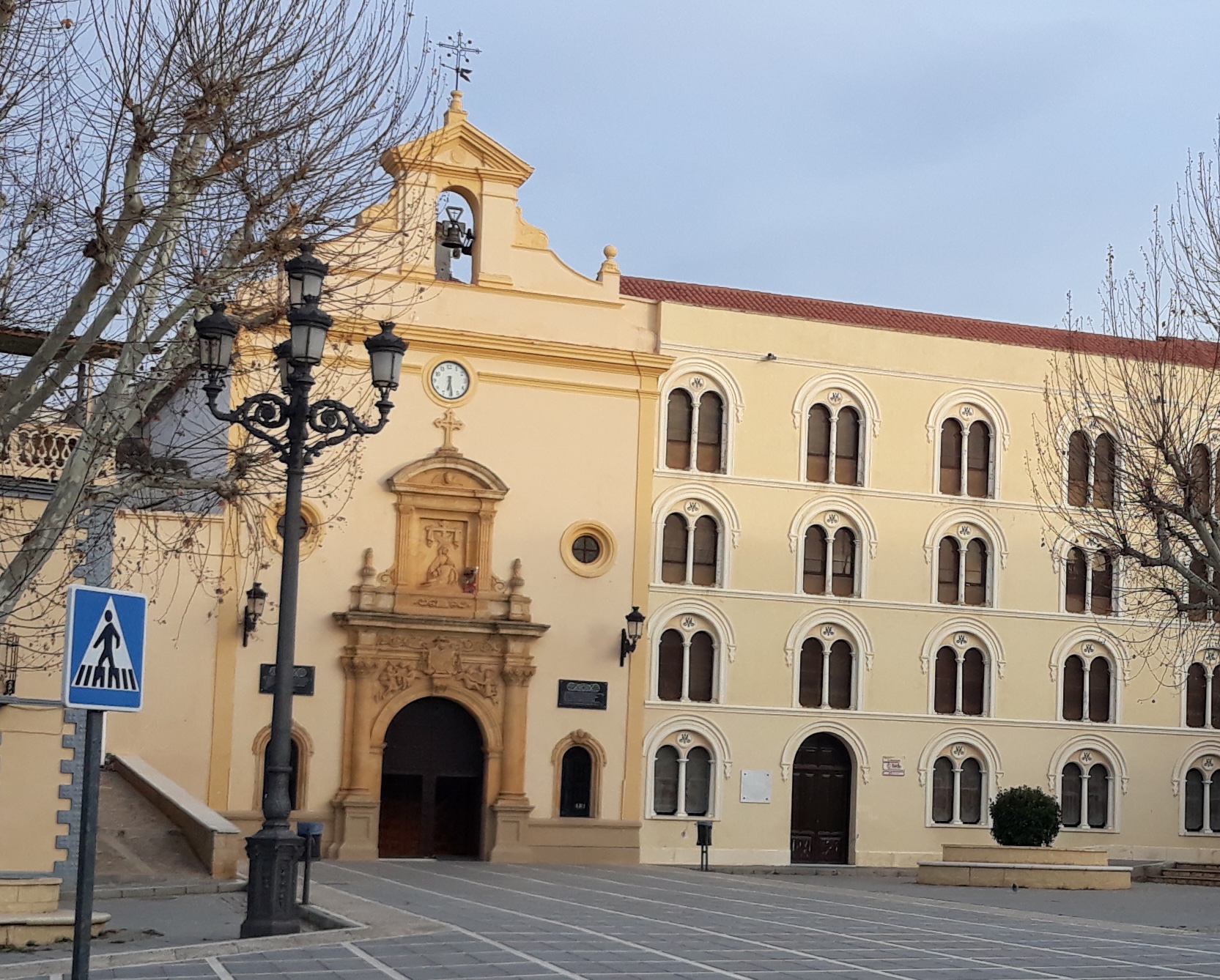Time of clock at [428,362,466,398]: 6:29
